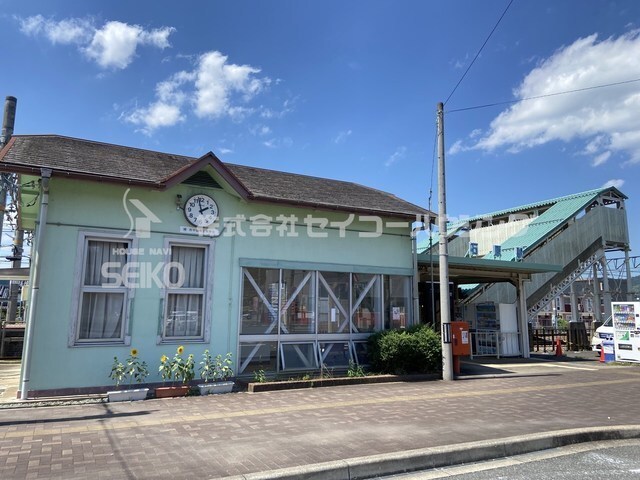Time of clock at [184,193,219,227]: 1:57
